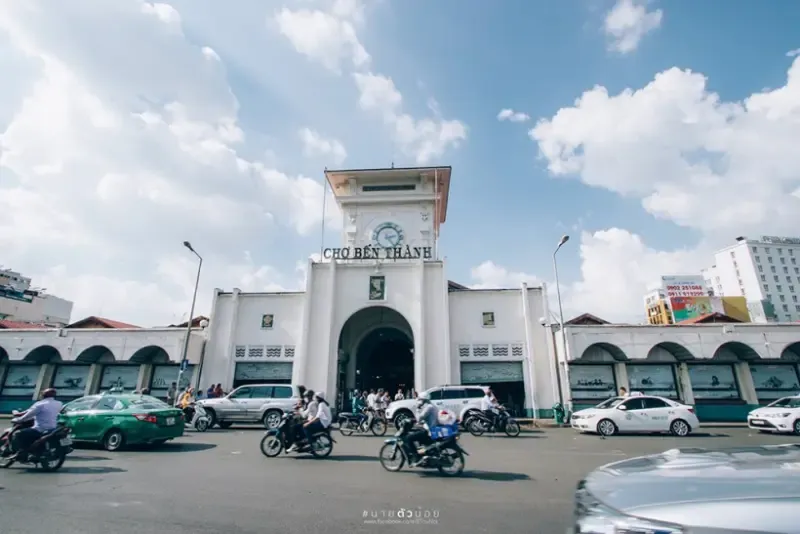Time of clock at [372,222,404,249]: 2:23
